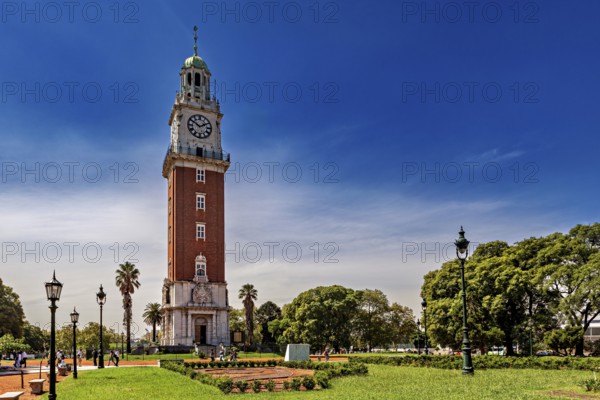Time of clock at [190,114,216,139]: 1:50
